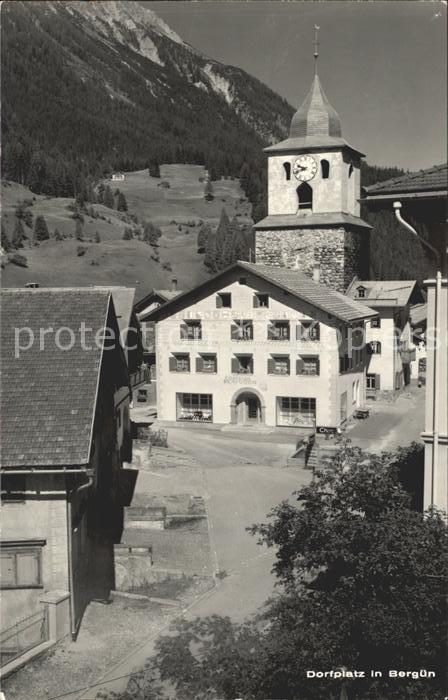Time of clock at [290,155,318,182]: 9:42
